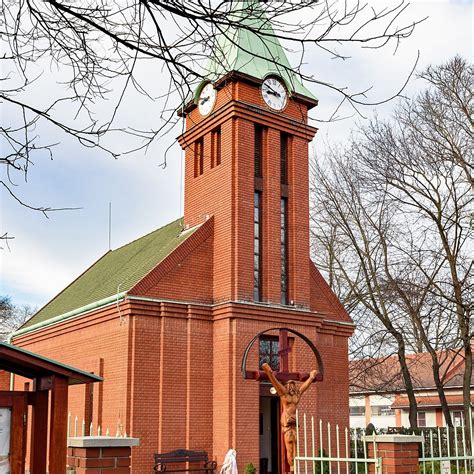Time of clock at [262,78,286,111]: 8:49
